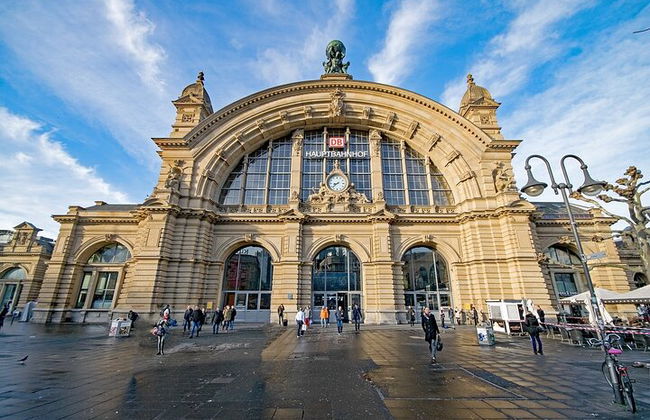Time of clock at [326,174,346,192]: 8:38
